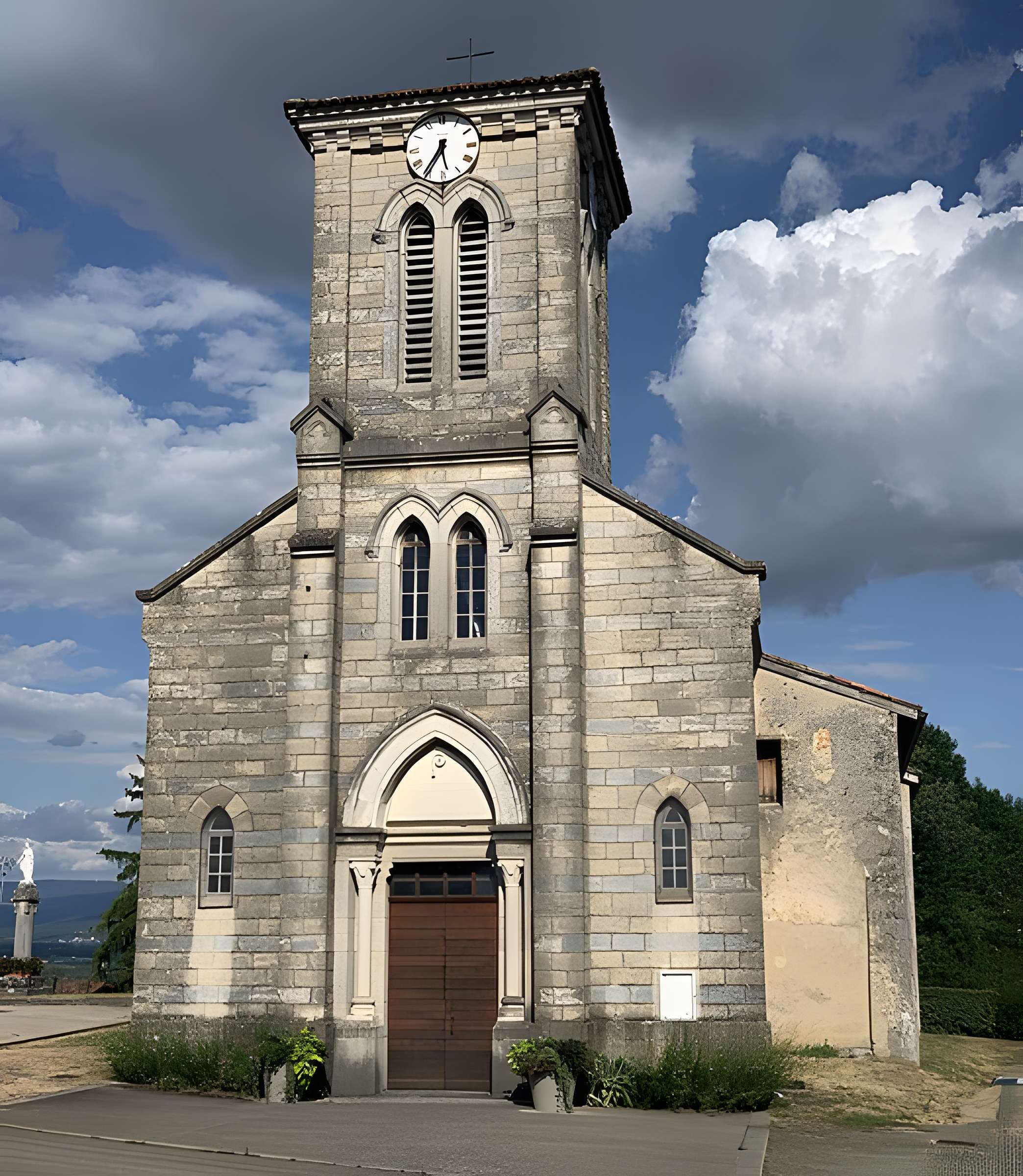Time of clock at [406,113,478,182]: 5:35
